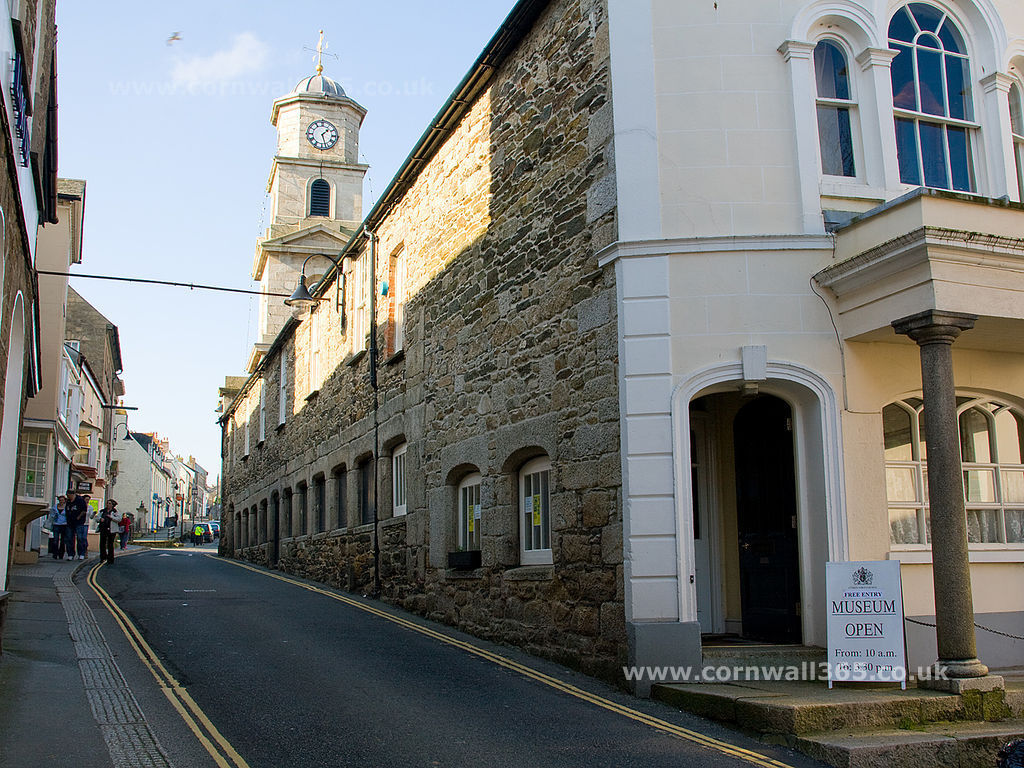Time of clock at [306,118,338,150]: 1:26
